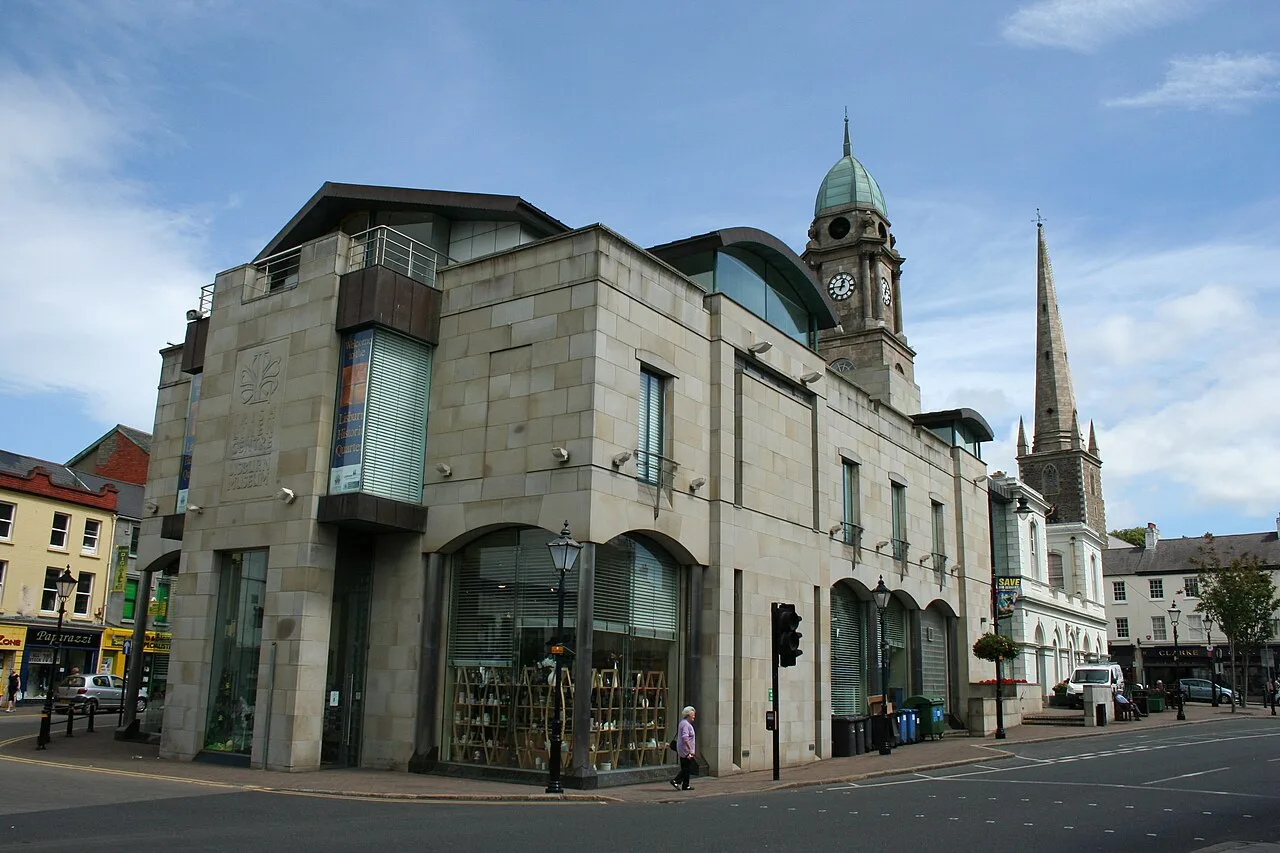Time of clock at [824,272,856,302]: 12:45
